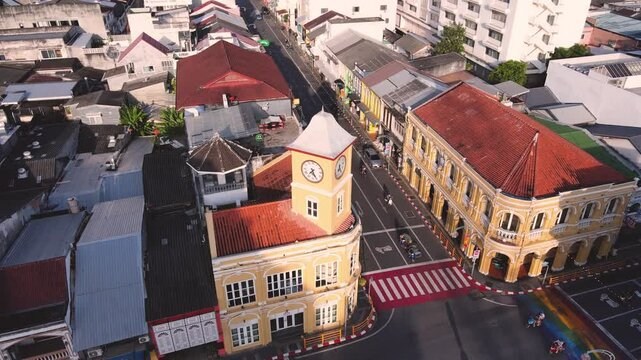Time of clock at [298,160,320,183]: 7:25
